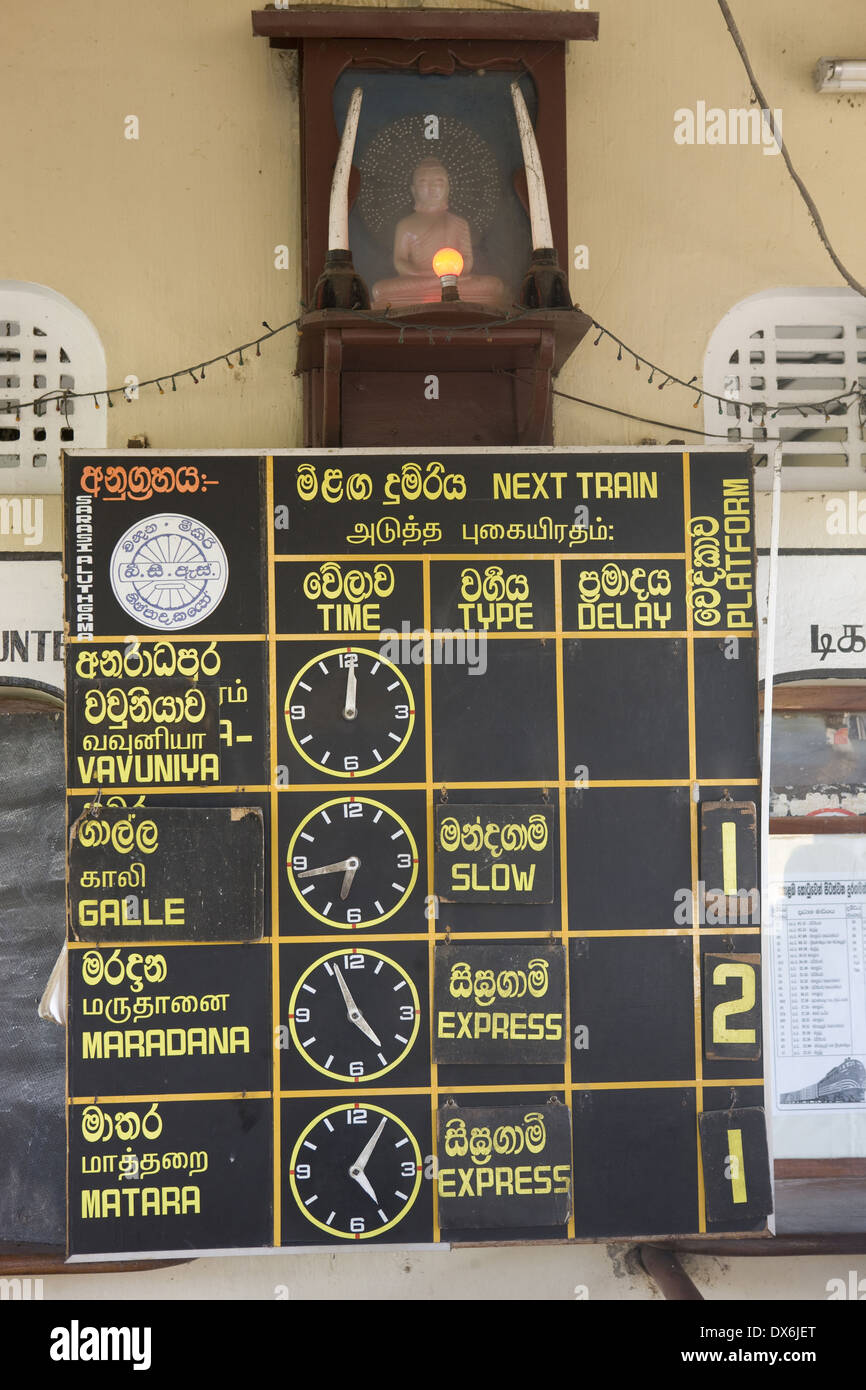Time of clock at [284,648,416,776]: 12:00
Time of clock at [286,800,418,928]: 6:43
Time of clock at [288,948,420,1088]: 4:56
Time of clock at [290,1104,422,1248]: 5:05
